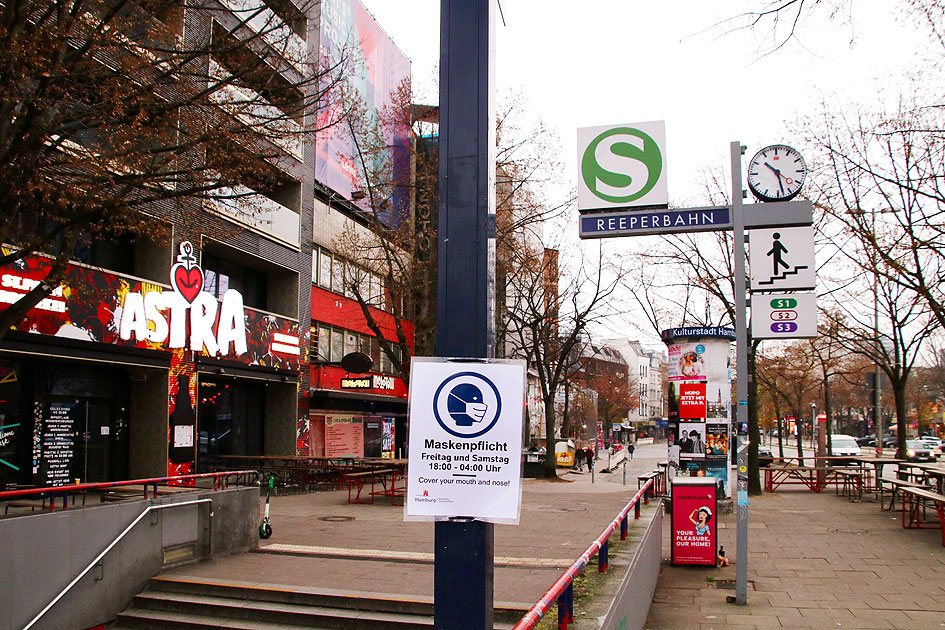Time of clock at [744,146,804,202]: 10:28
